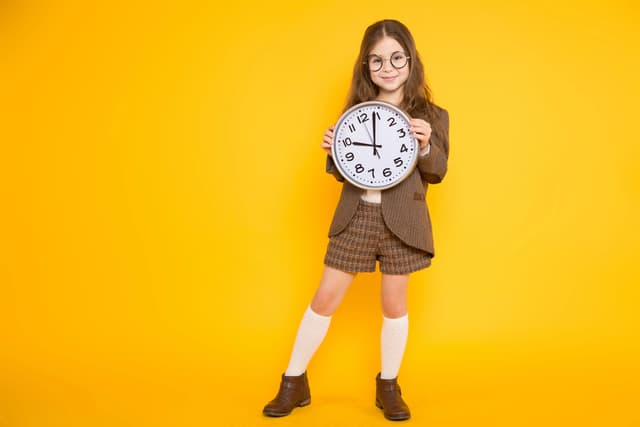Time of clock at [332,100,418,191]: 10:03
